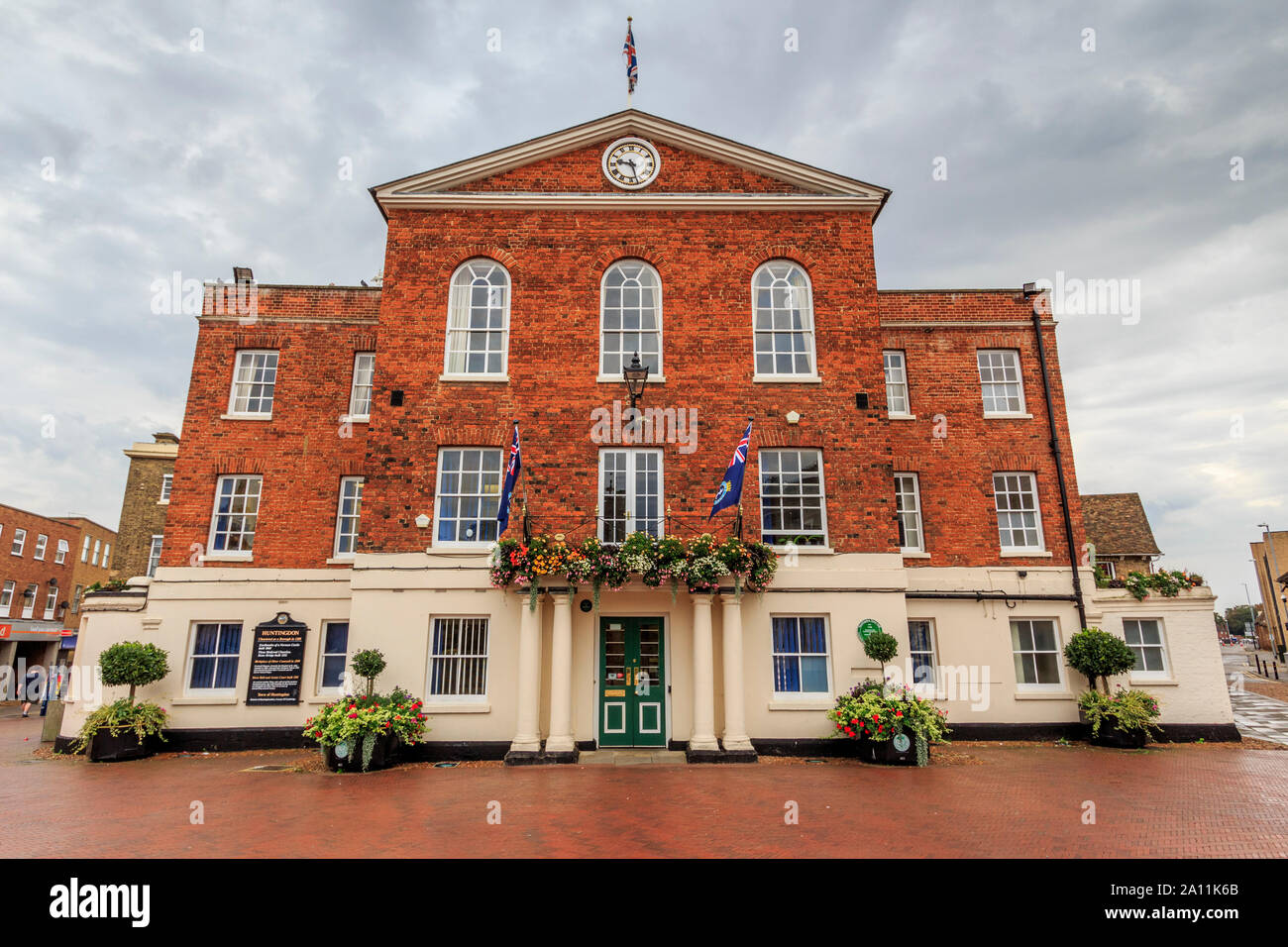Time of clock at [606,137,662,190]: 9:27
